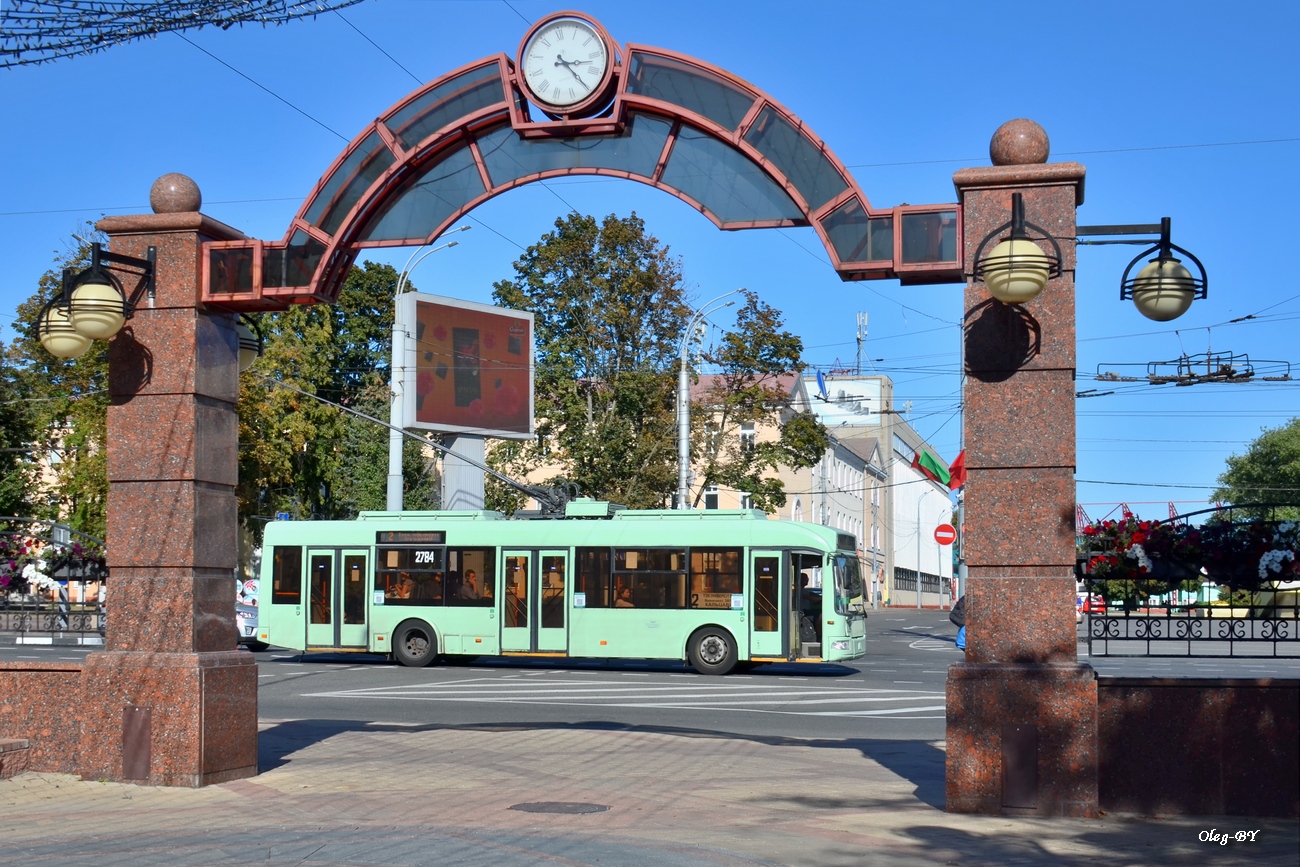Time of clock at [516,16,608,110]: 3:24
